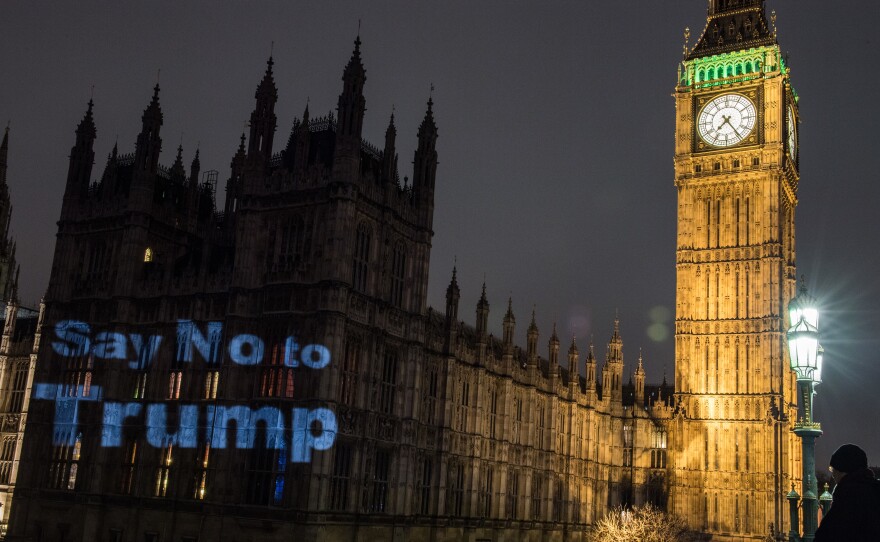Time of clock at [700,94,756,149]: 7:24
